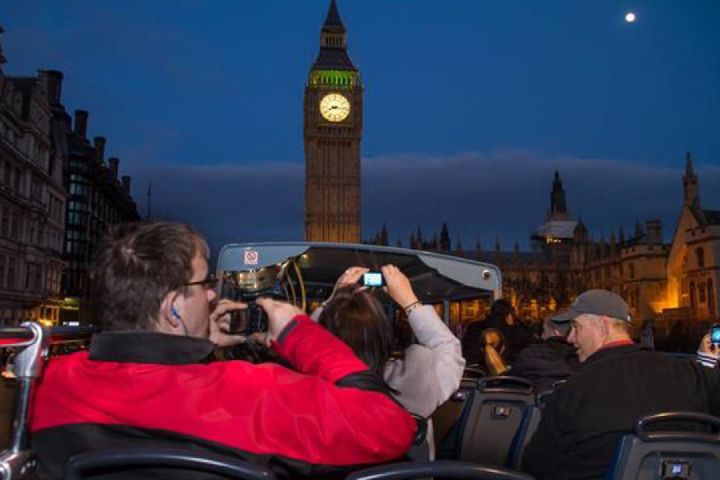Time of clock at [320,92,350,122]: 8:16
